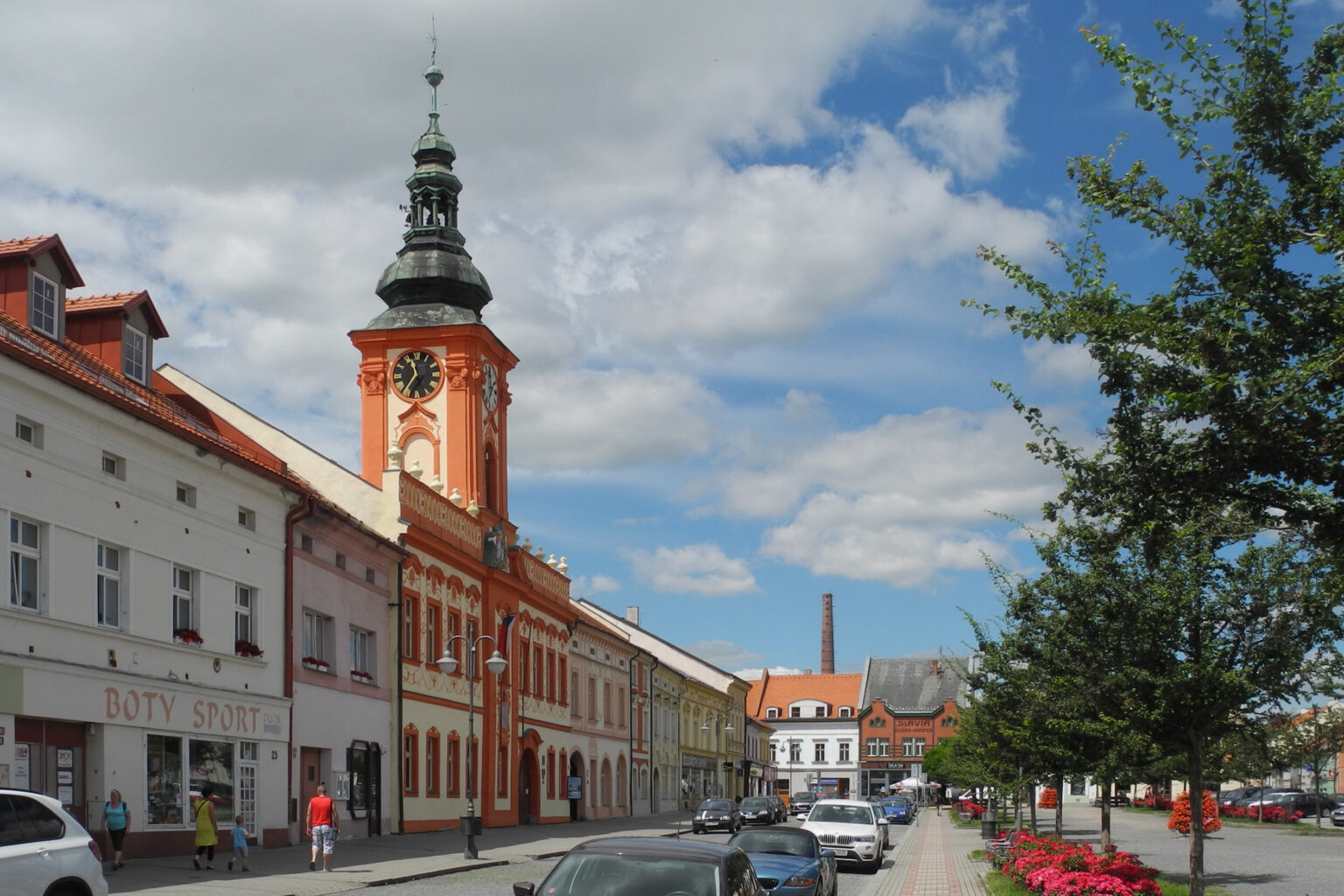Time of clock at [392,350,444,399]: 11:35
